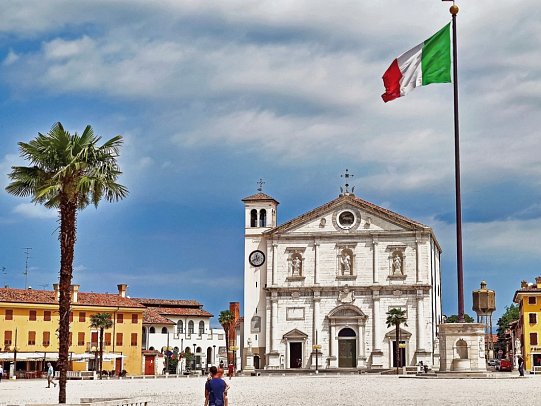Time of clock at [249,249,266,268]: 11:41
